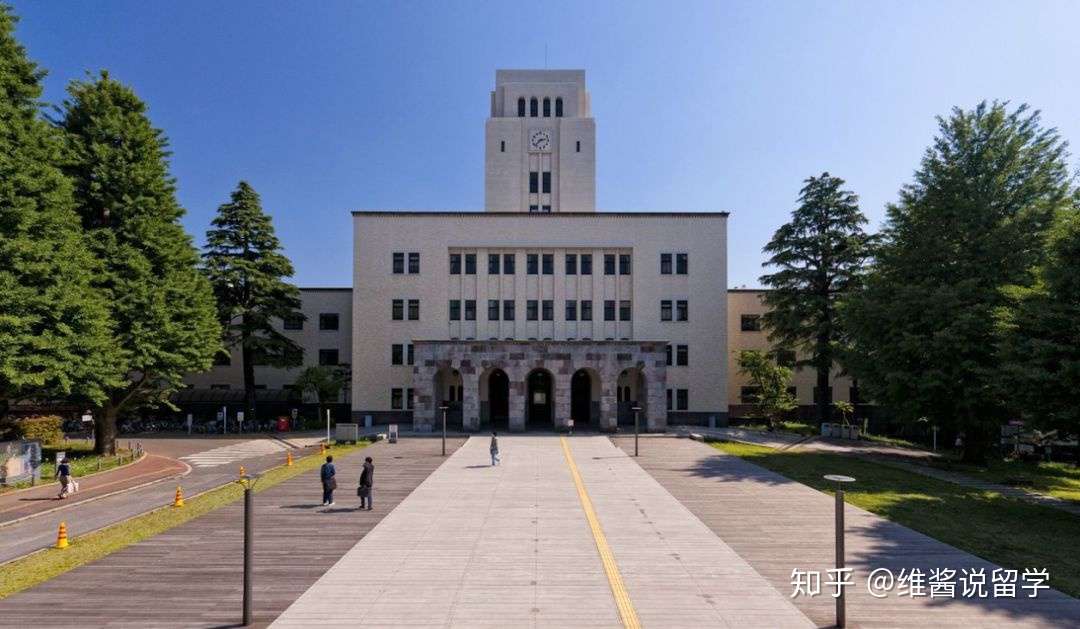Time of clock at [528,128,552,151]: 2:38
